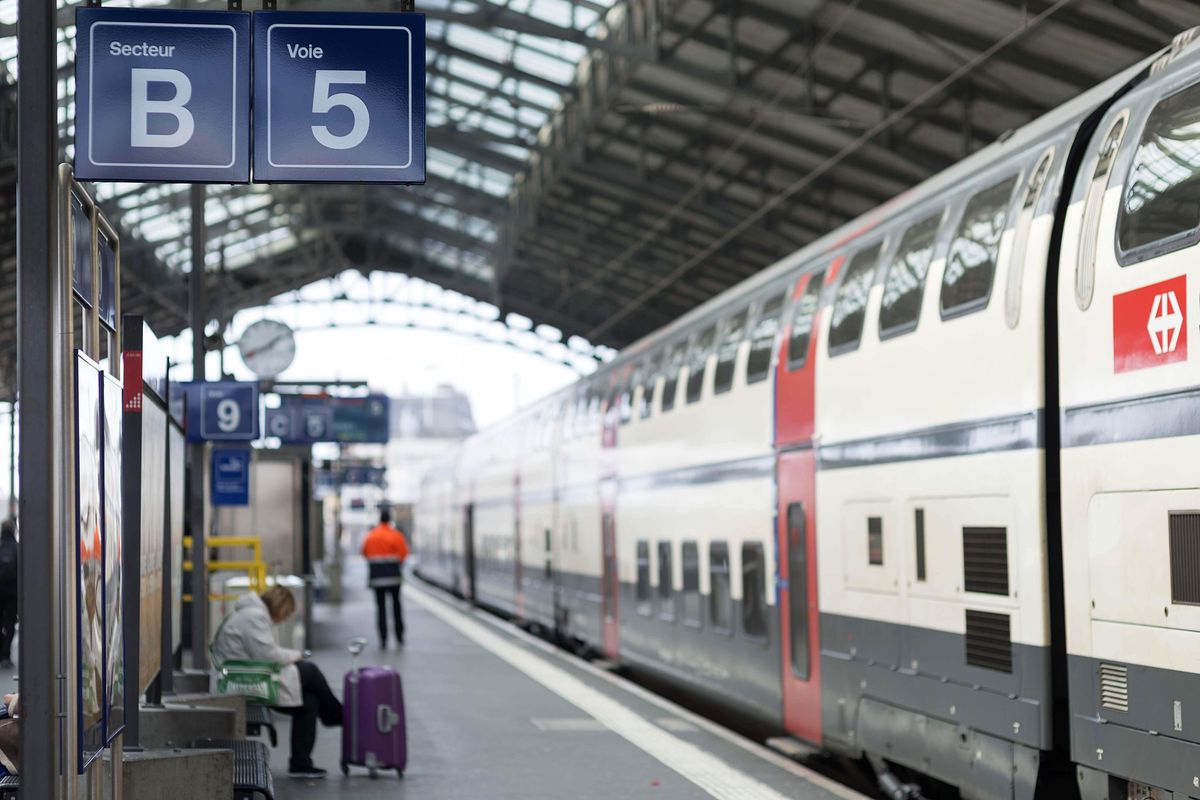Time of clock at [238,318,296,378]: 1:41
